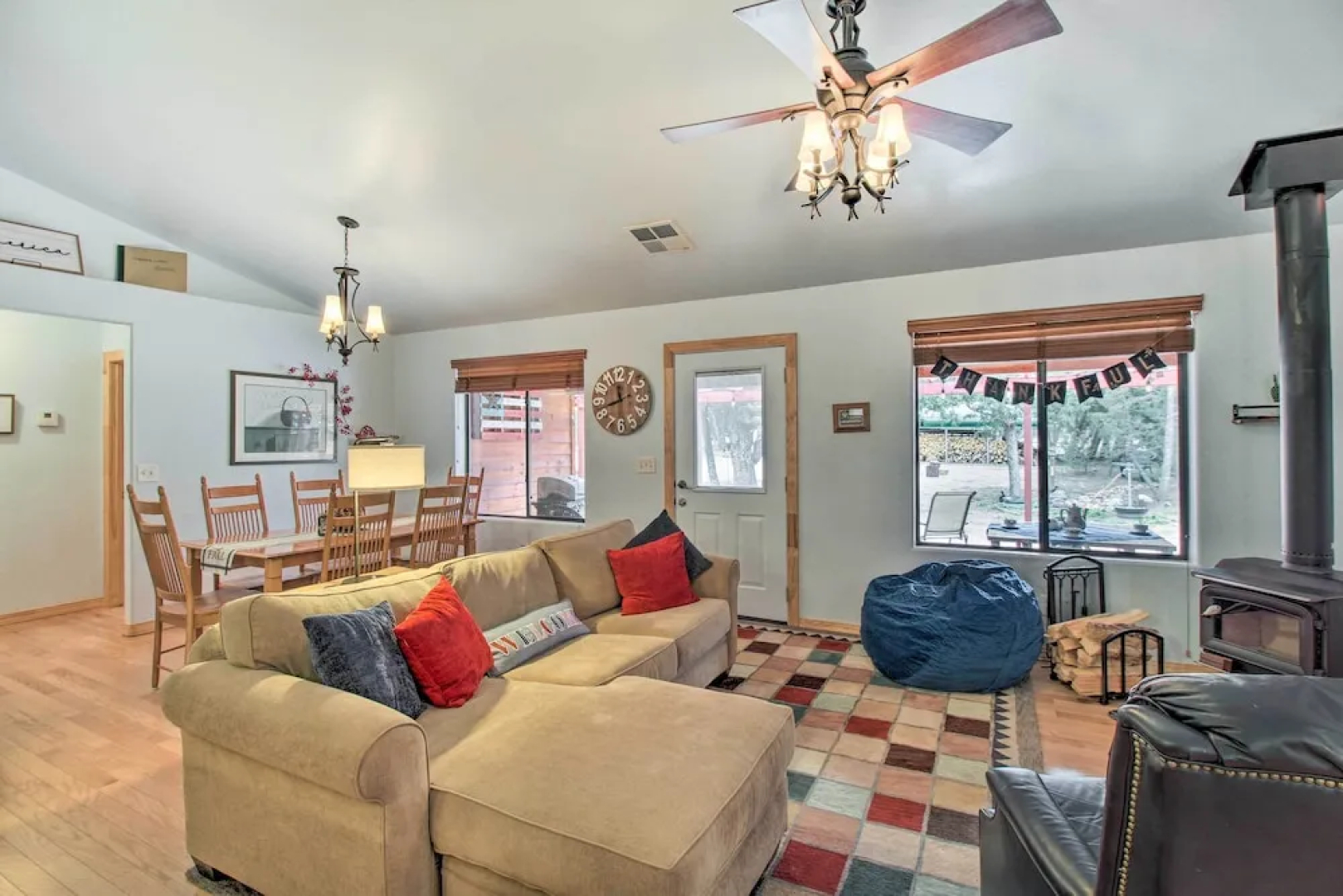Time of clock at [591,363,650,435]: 11:42
